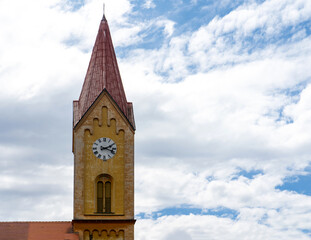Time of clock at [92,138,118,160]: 2:18
